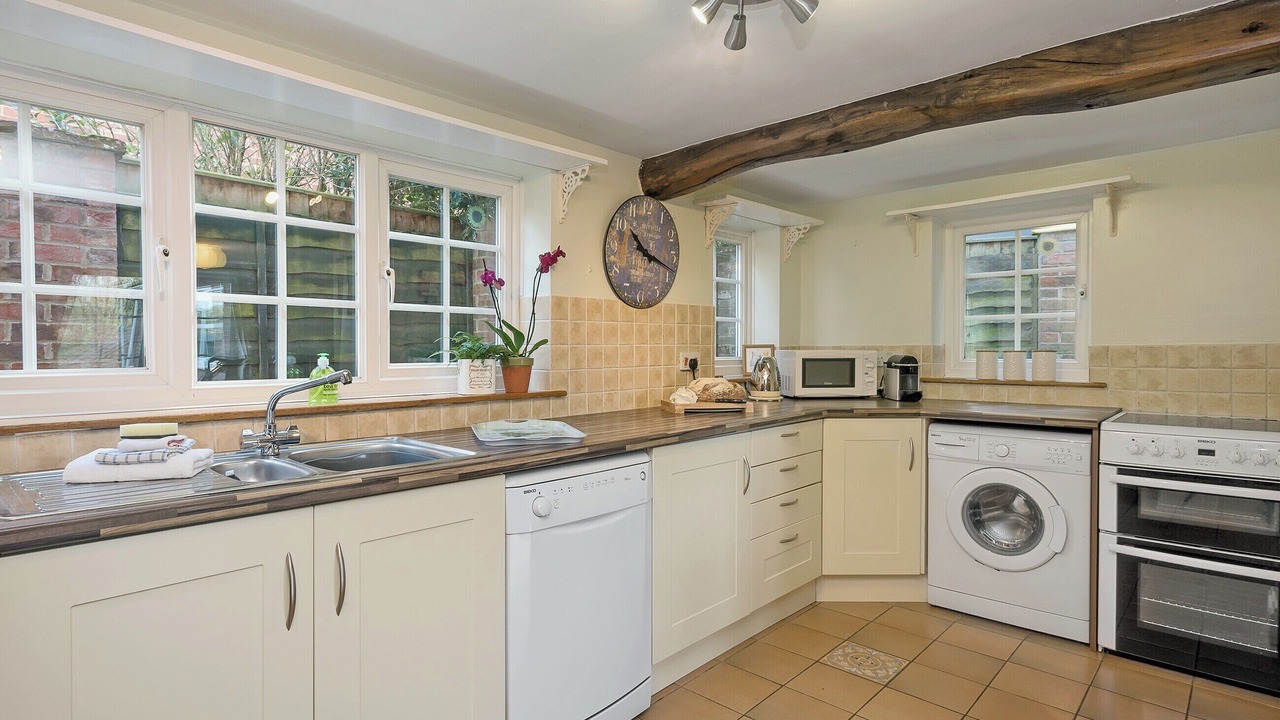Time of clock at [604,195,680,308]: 10:18
